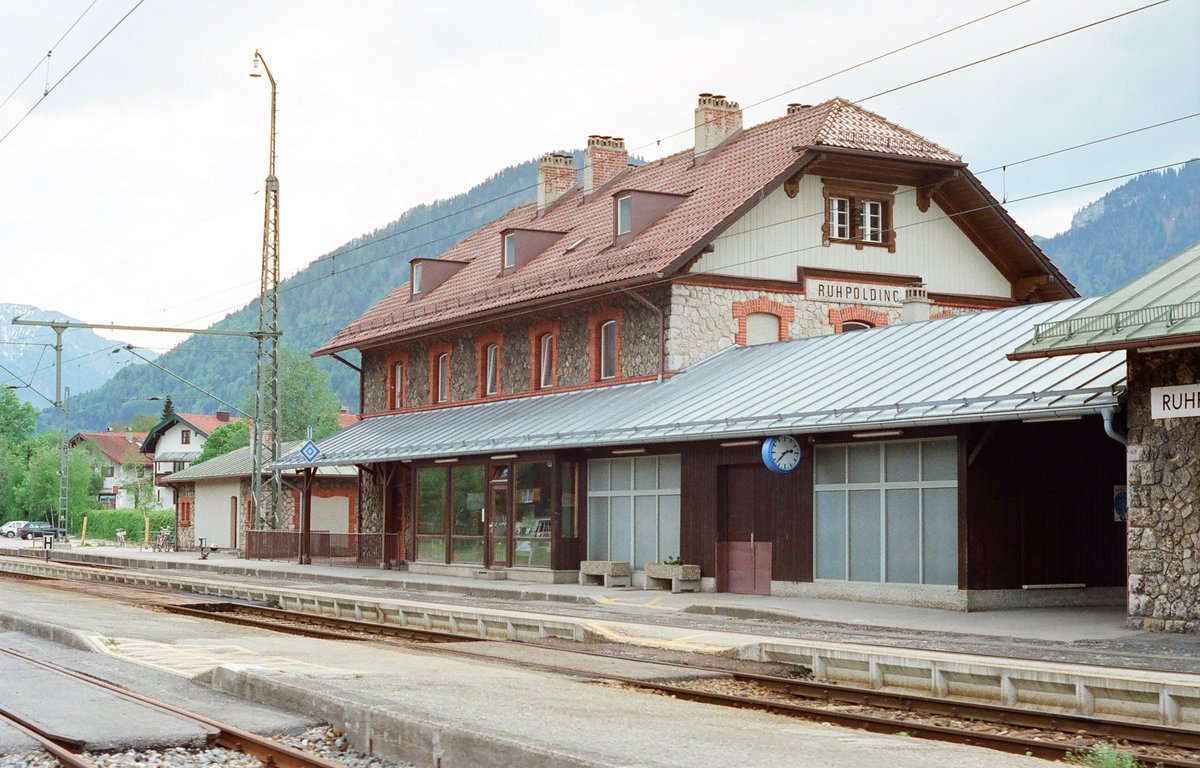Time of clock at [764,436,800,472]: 2:37
